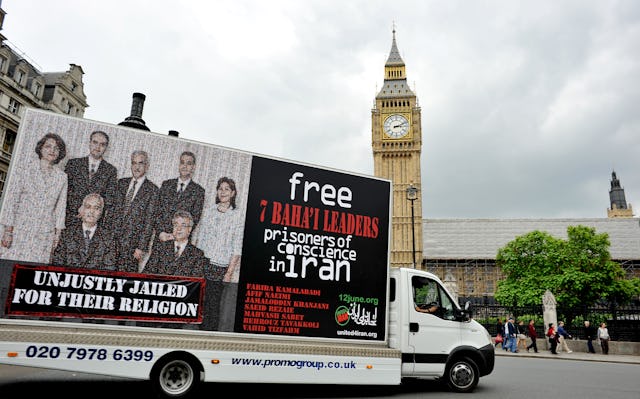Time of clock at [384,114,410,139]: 3:11
